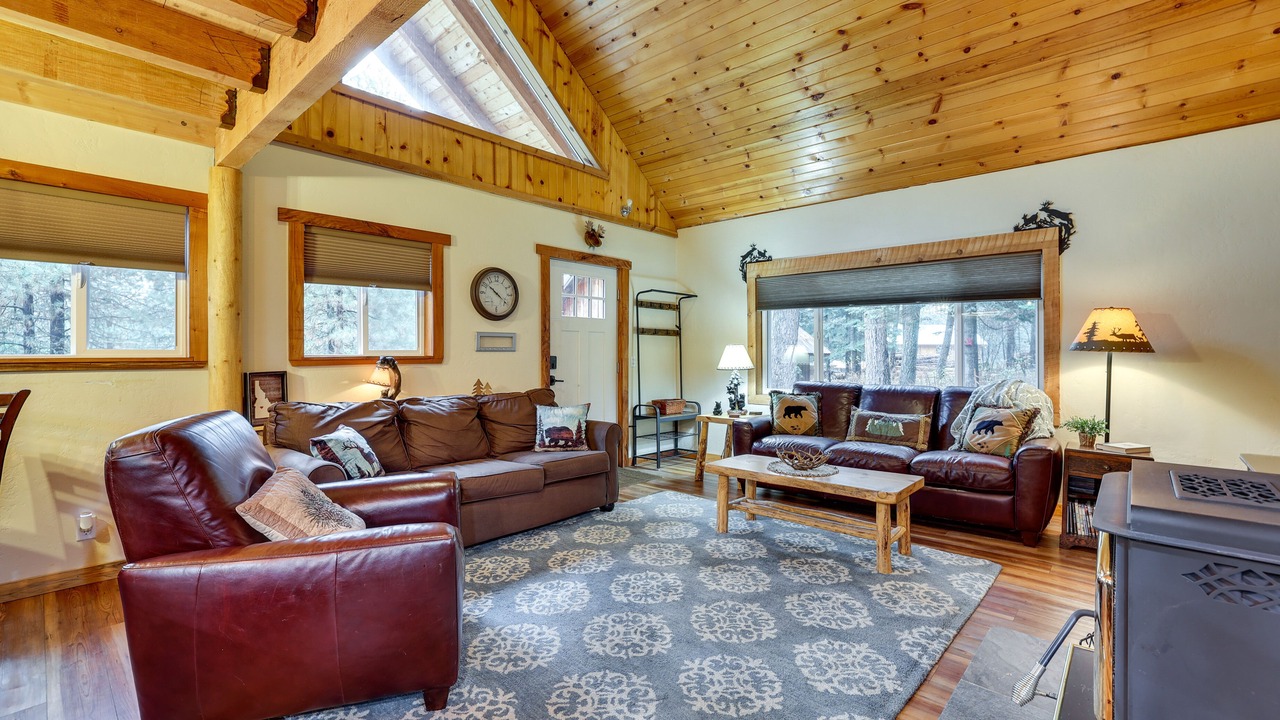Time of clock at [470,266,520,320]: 10:21
